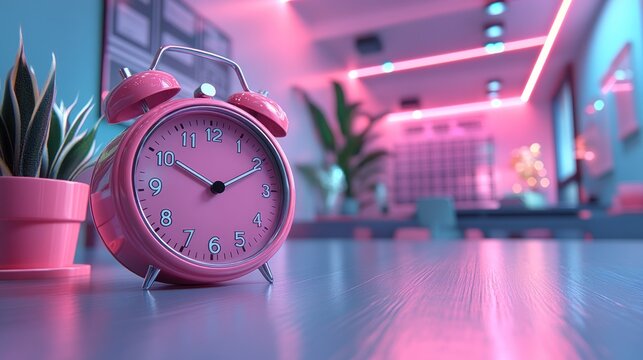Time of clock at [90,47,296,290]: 9:49
